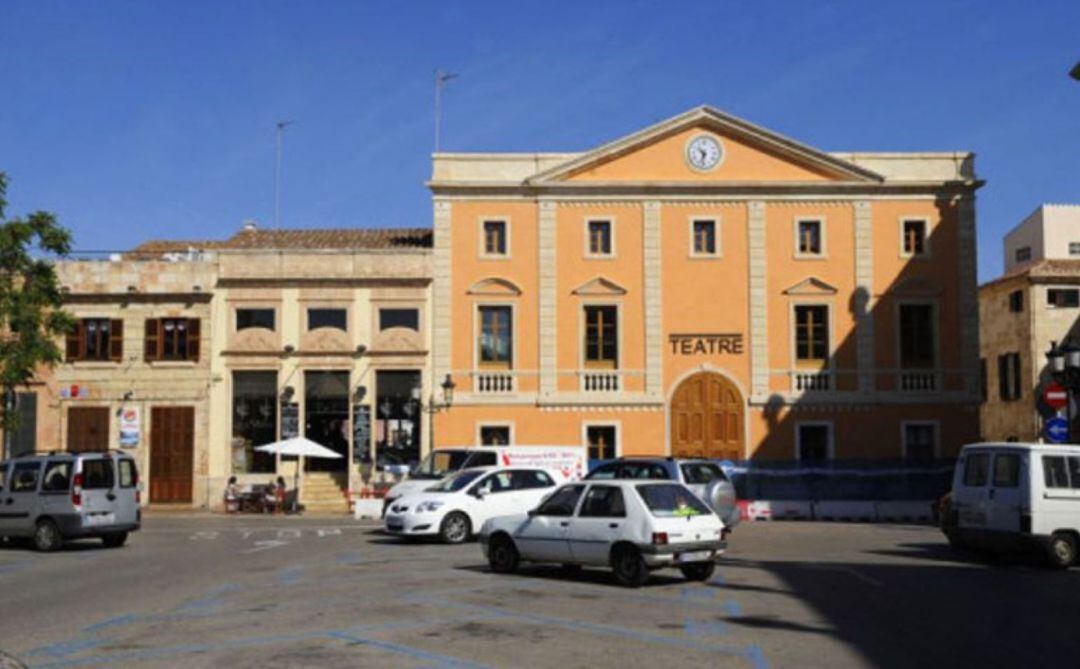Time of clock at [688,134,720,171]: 10:32
